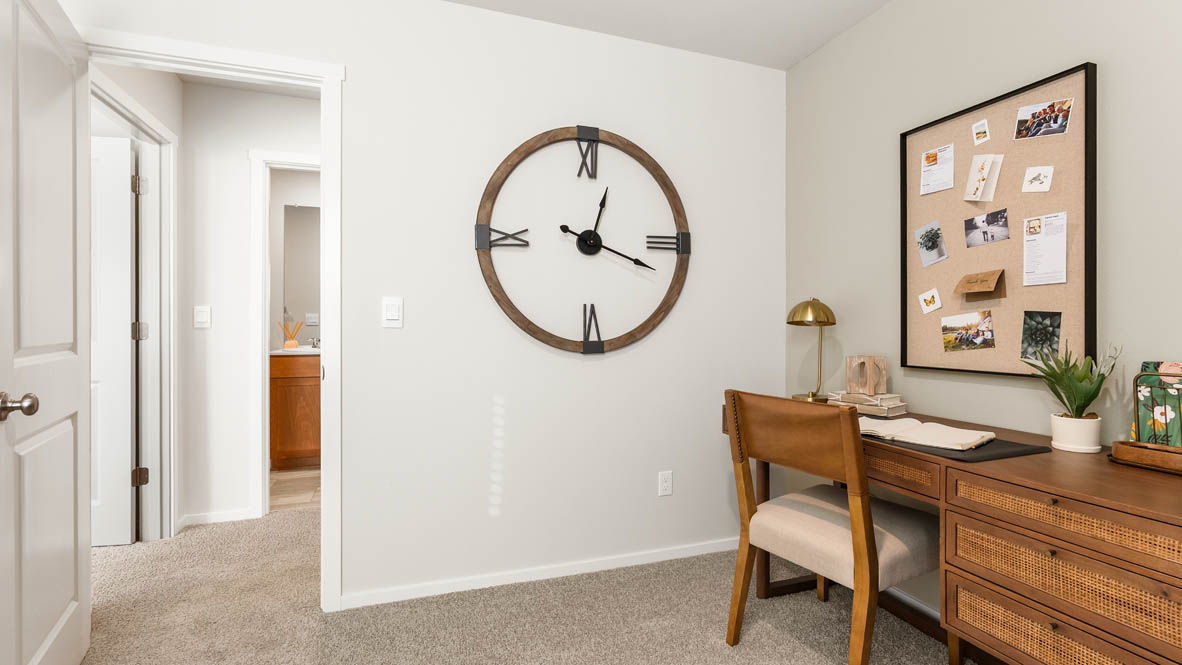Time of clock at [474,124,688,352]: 12:18
